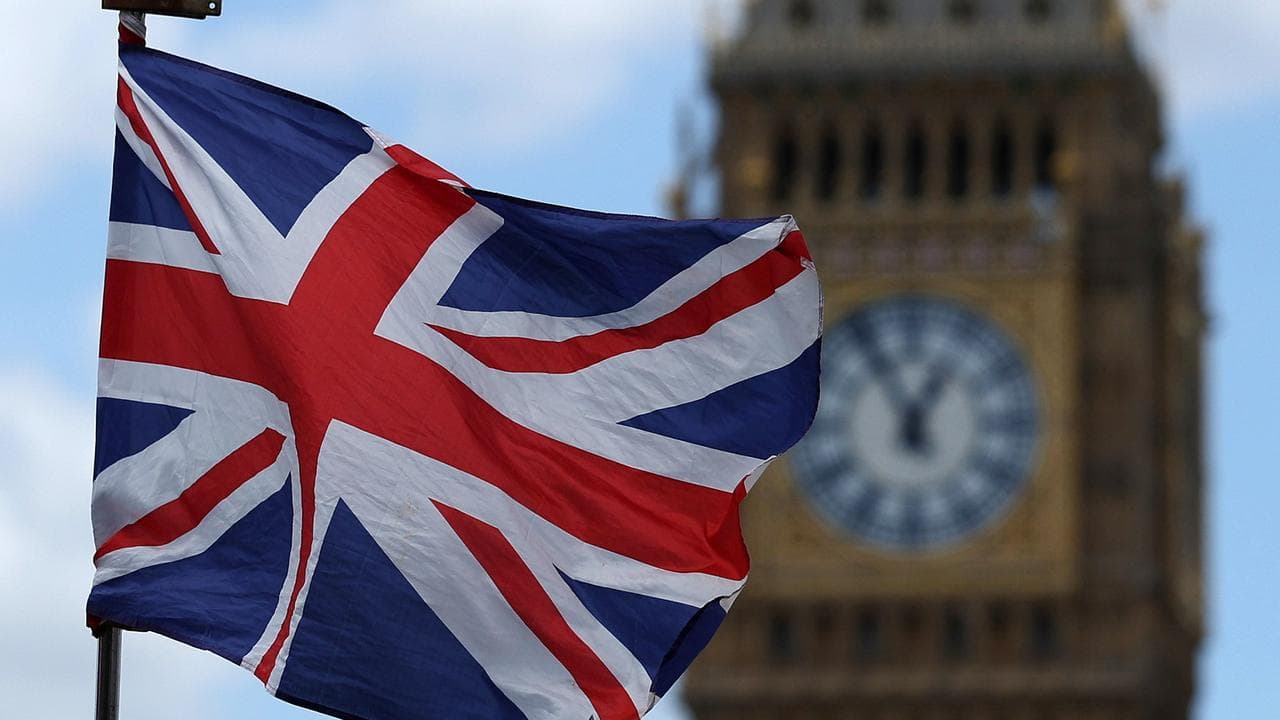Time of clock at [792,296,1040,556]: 12:55
